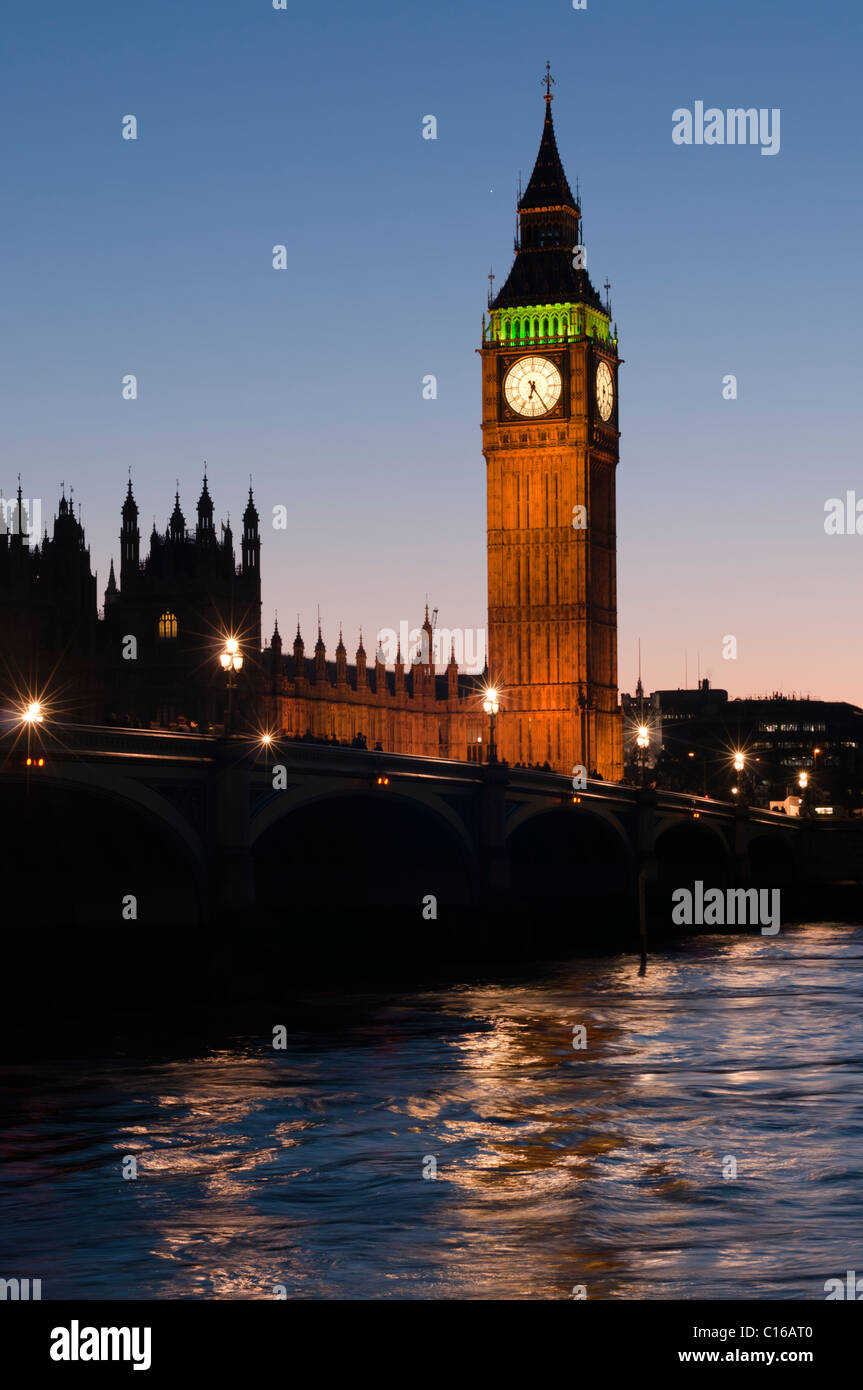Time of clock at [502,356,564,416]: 6:24
